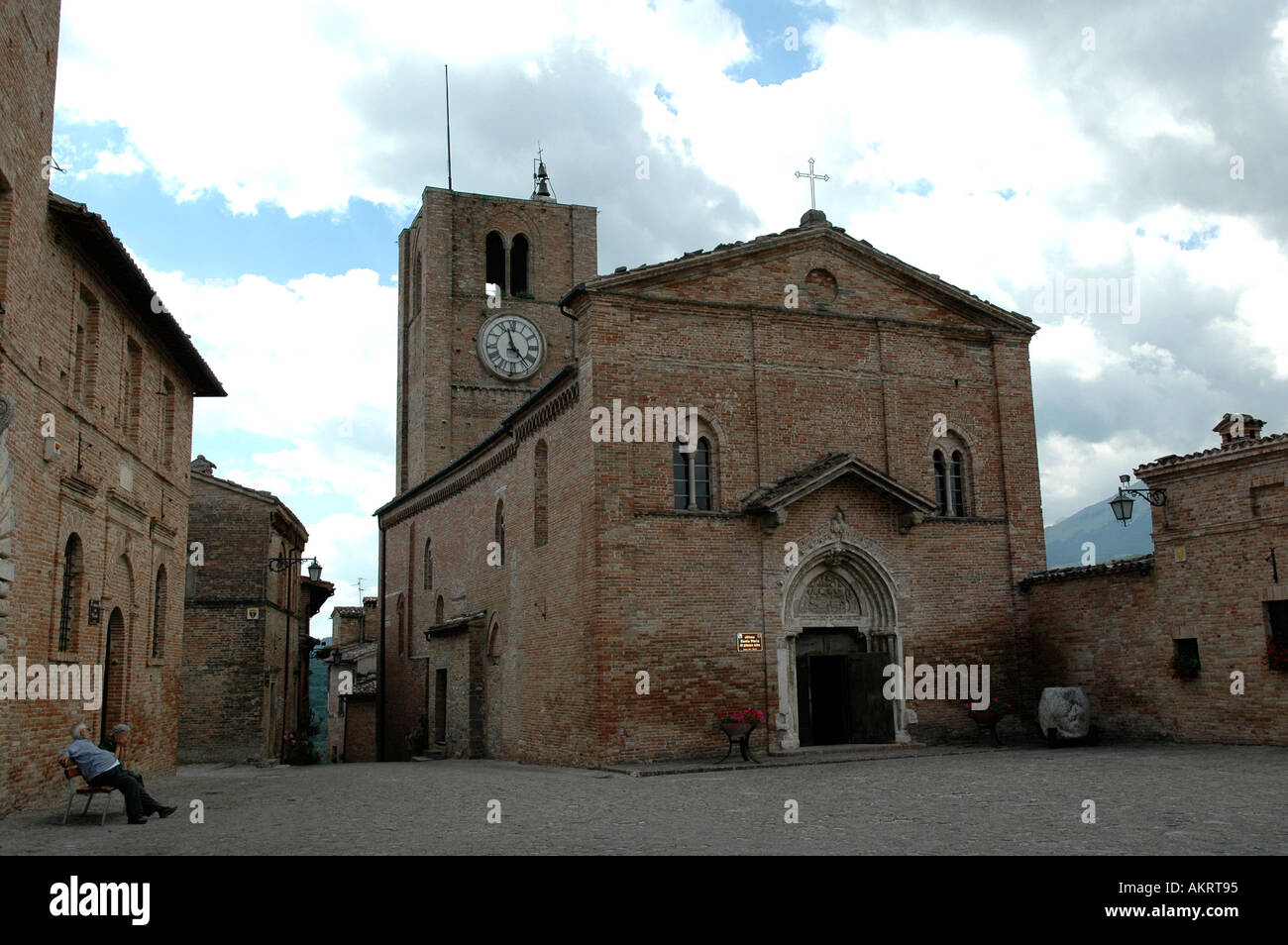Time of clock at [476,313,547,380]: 11:23
